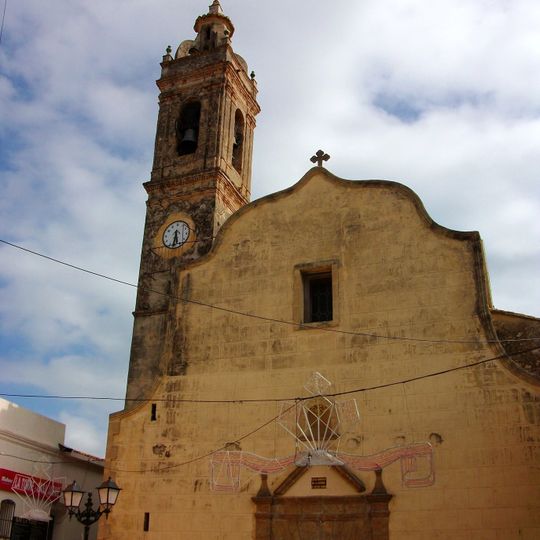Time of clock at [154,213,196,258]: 5:31
